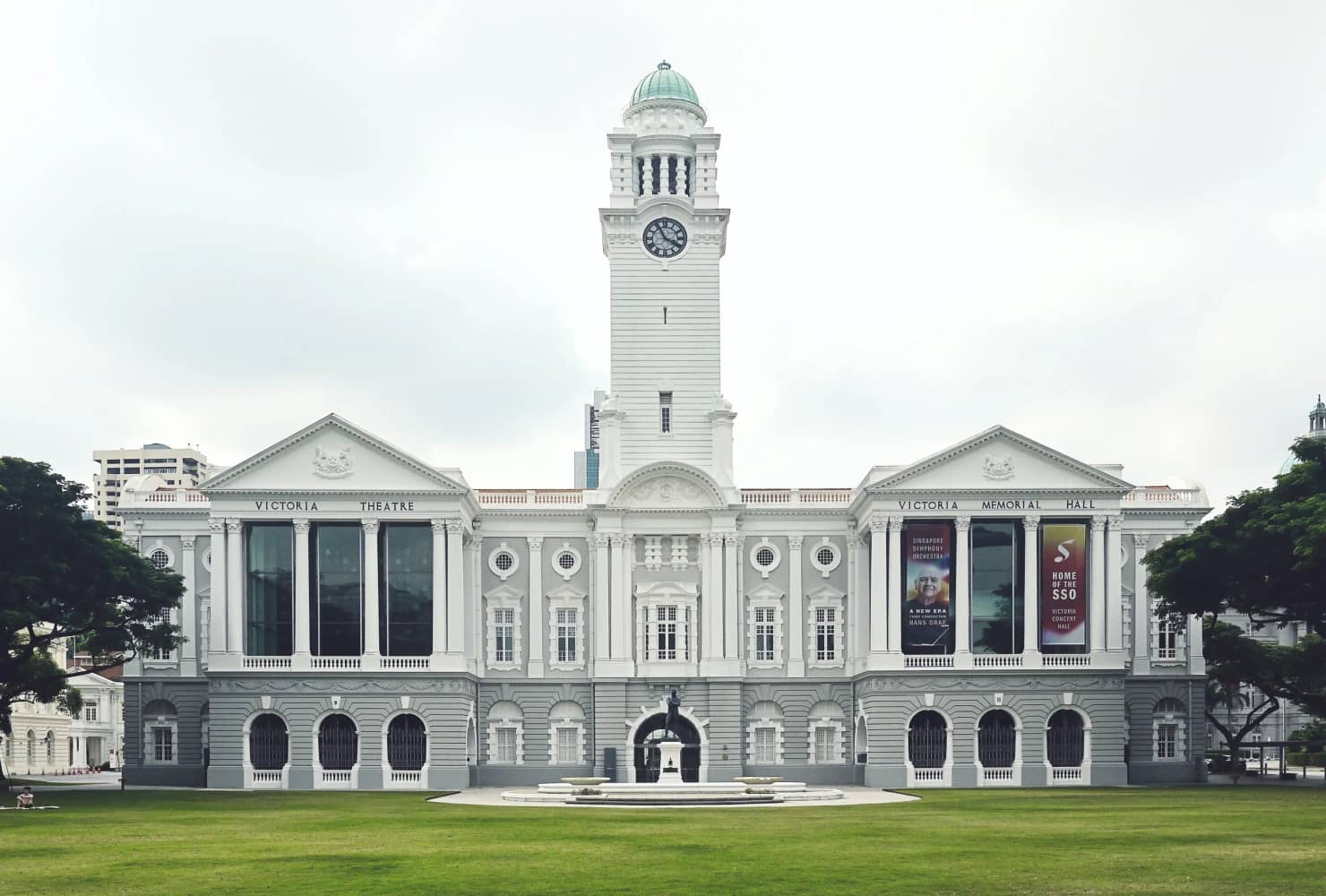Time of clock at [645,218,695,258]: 3:54
